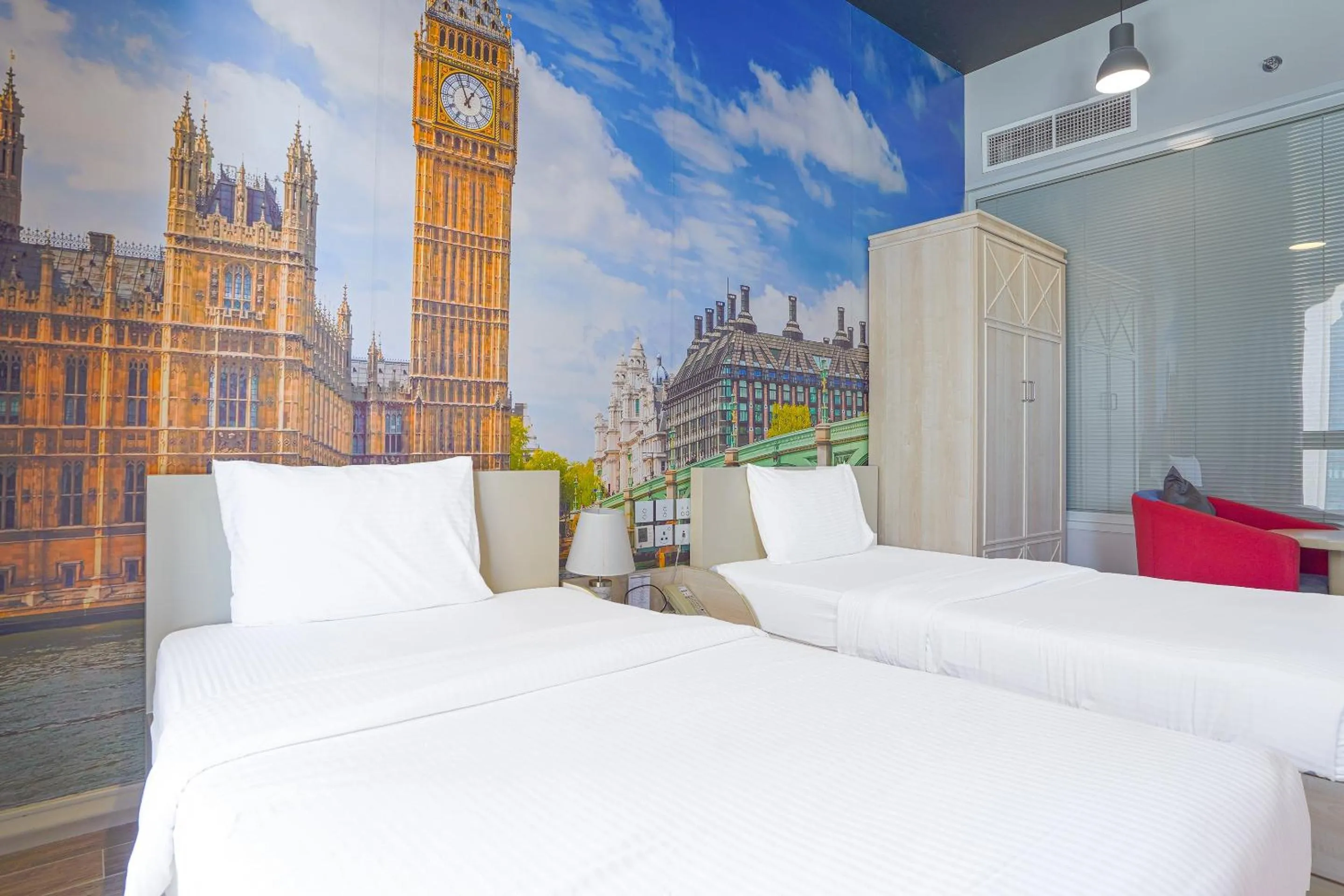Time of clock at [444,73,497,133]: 12:56
